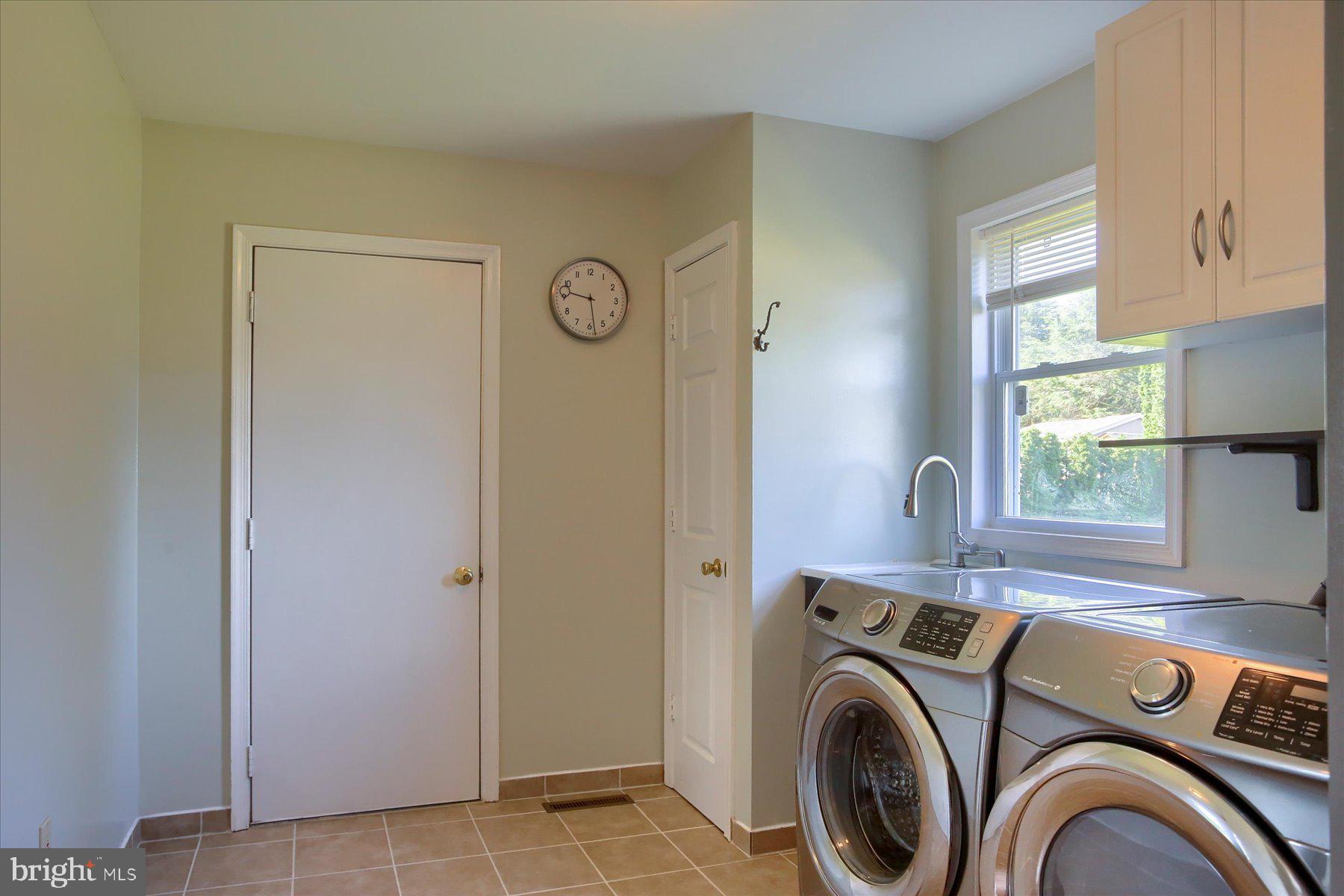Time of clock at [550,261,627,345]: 9:28
